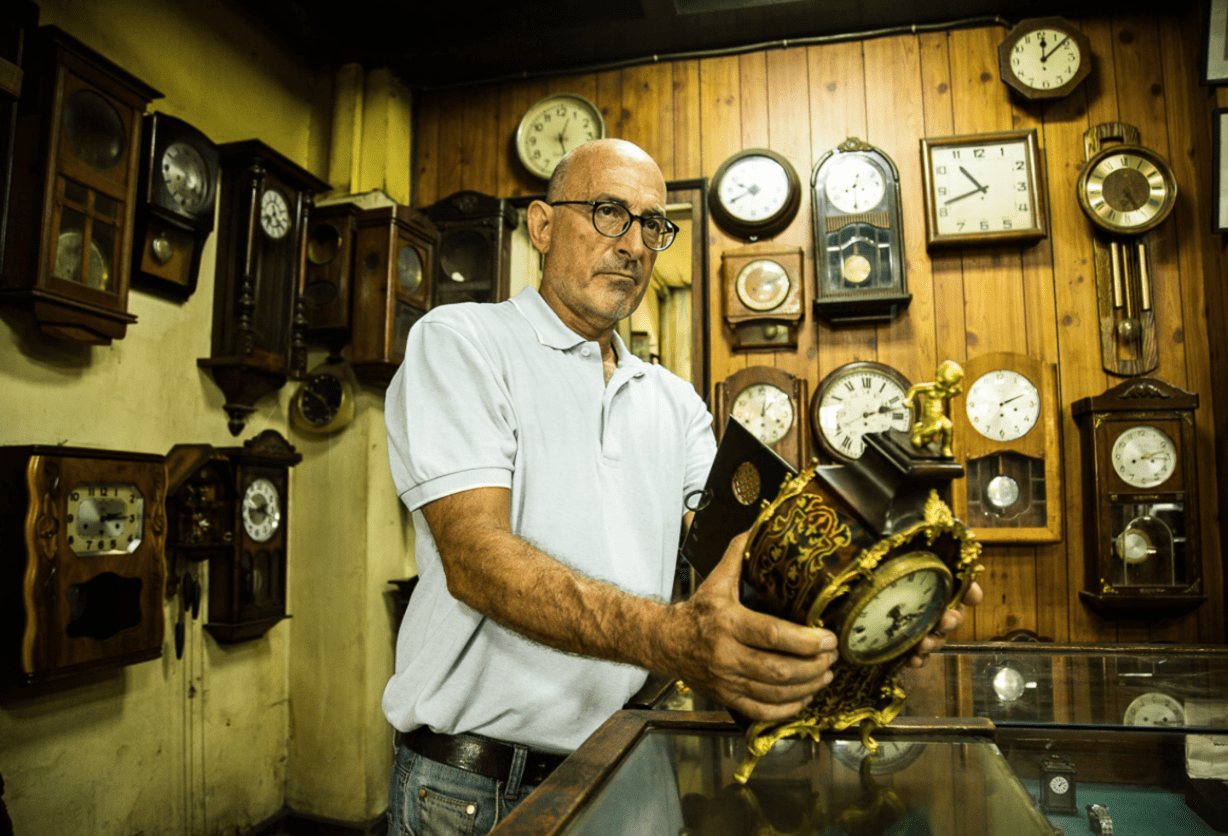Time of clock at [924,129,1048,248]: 10:41
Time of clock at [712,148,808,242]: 9:40
